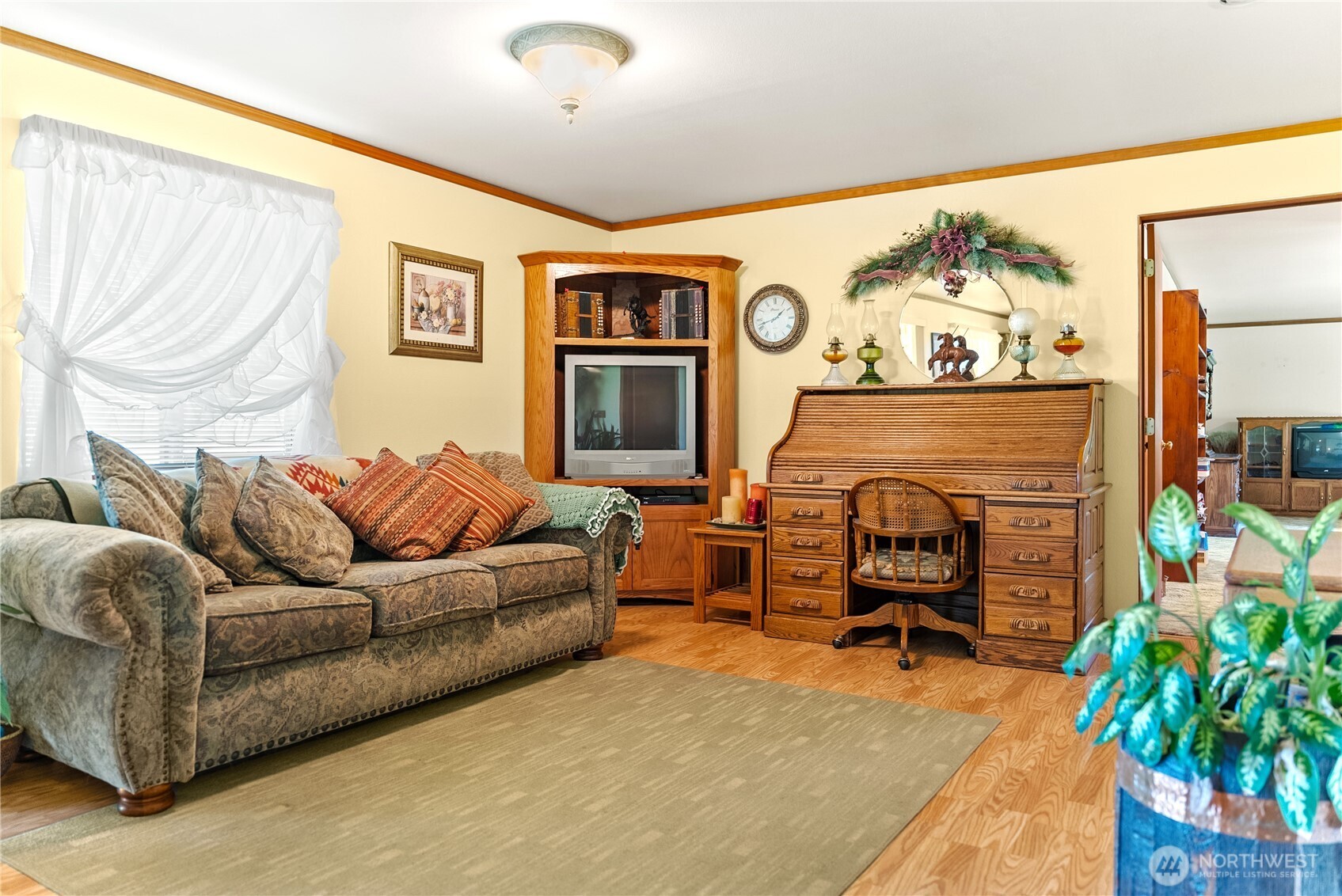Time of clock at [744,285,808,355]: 1:41
